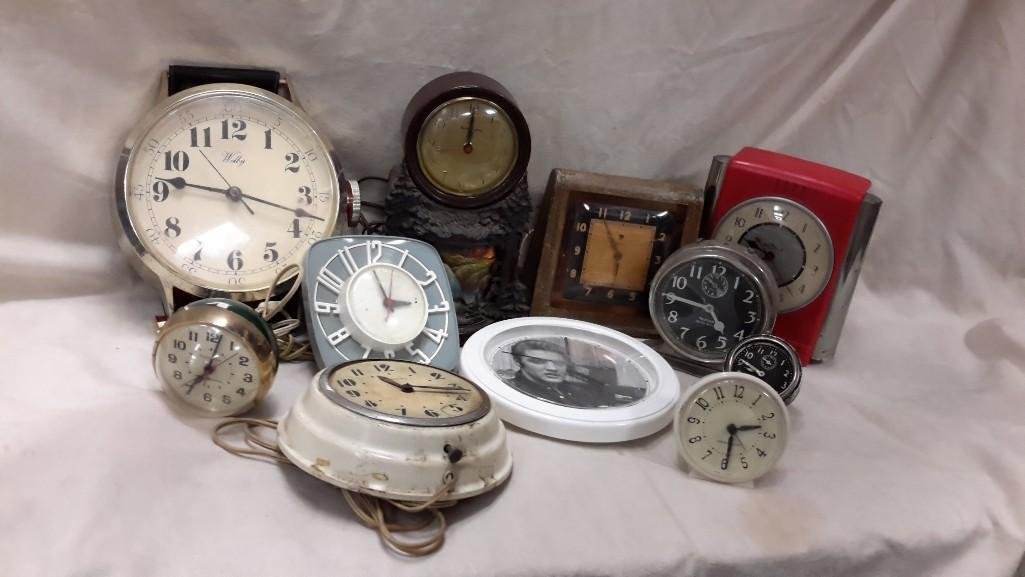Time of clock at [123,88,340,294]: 9:18
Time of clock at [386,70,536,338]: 2:58
